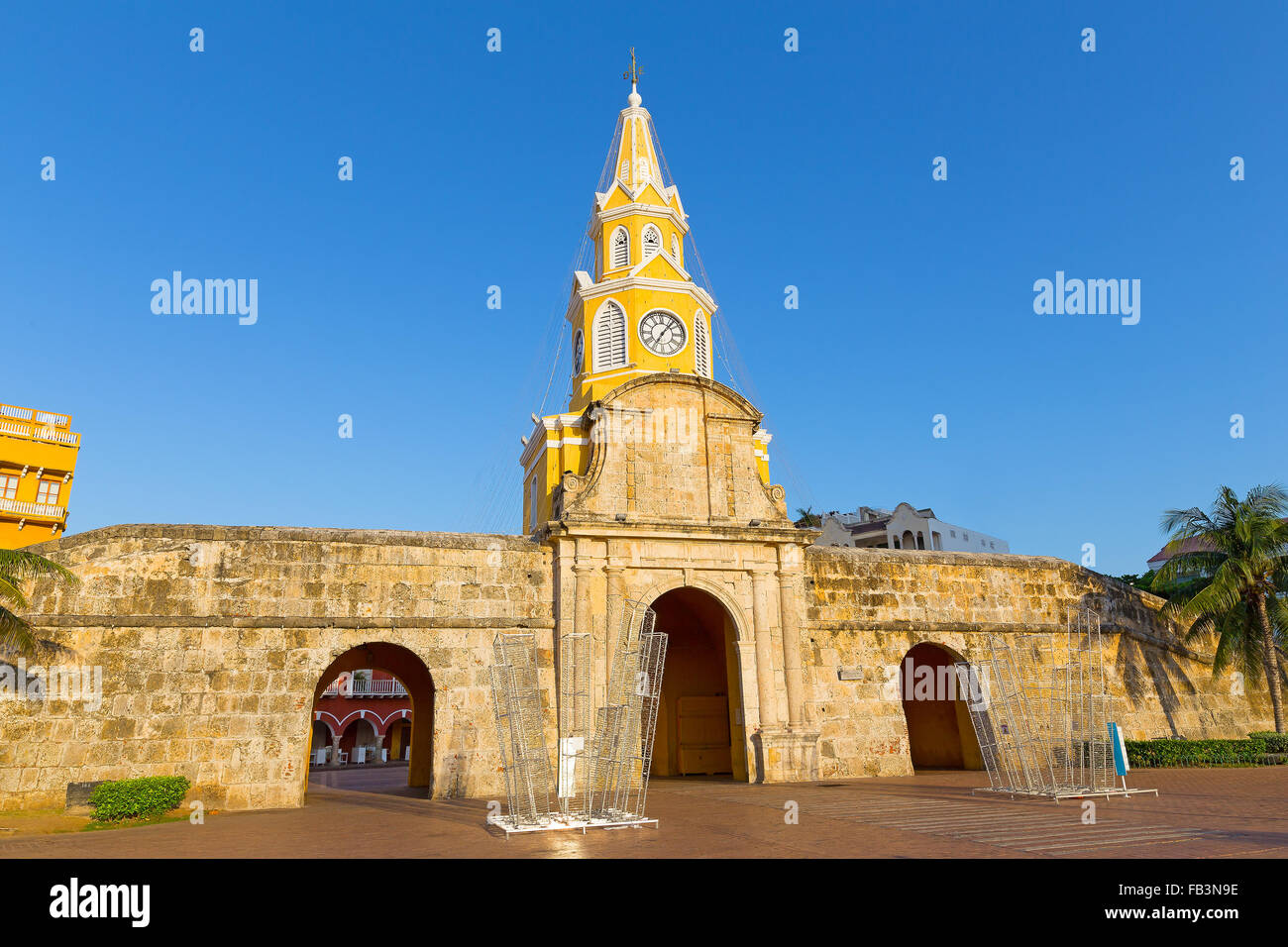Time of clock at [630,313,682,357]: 7:07
